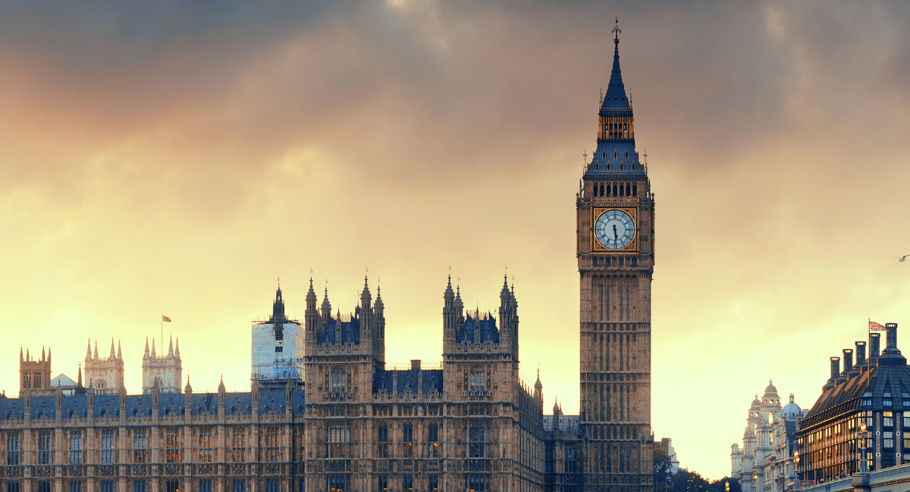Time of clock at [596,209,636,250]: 5:29
